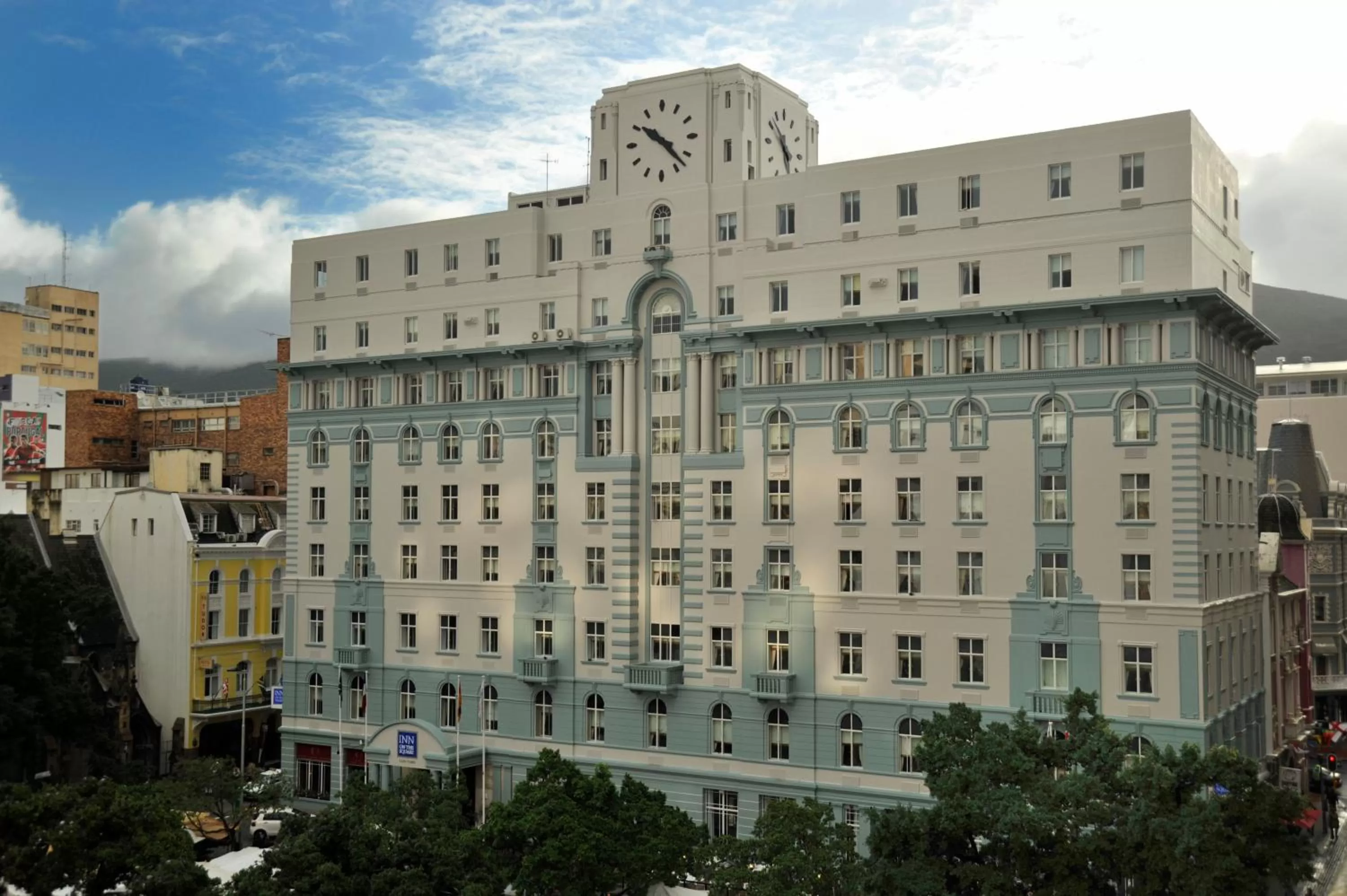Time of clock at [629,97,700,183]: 10:22
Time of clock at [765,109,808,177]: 4:52
